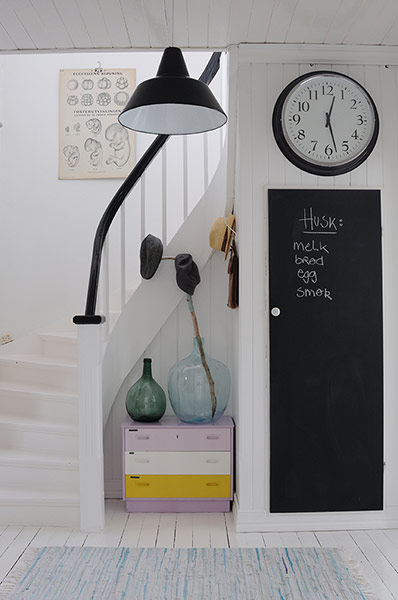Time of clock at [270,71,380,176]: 12:27
